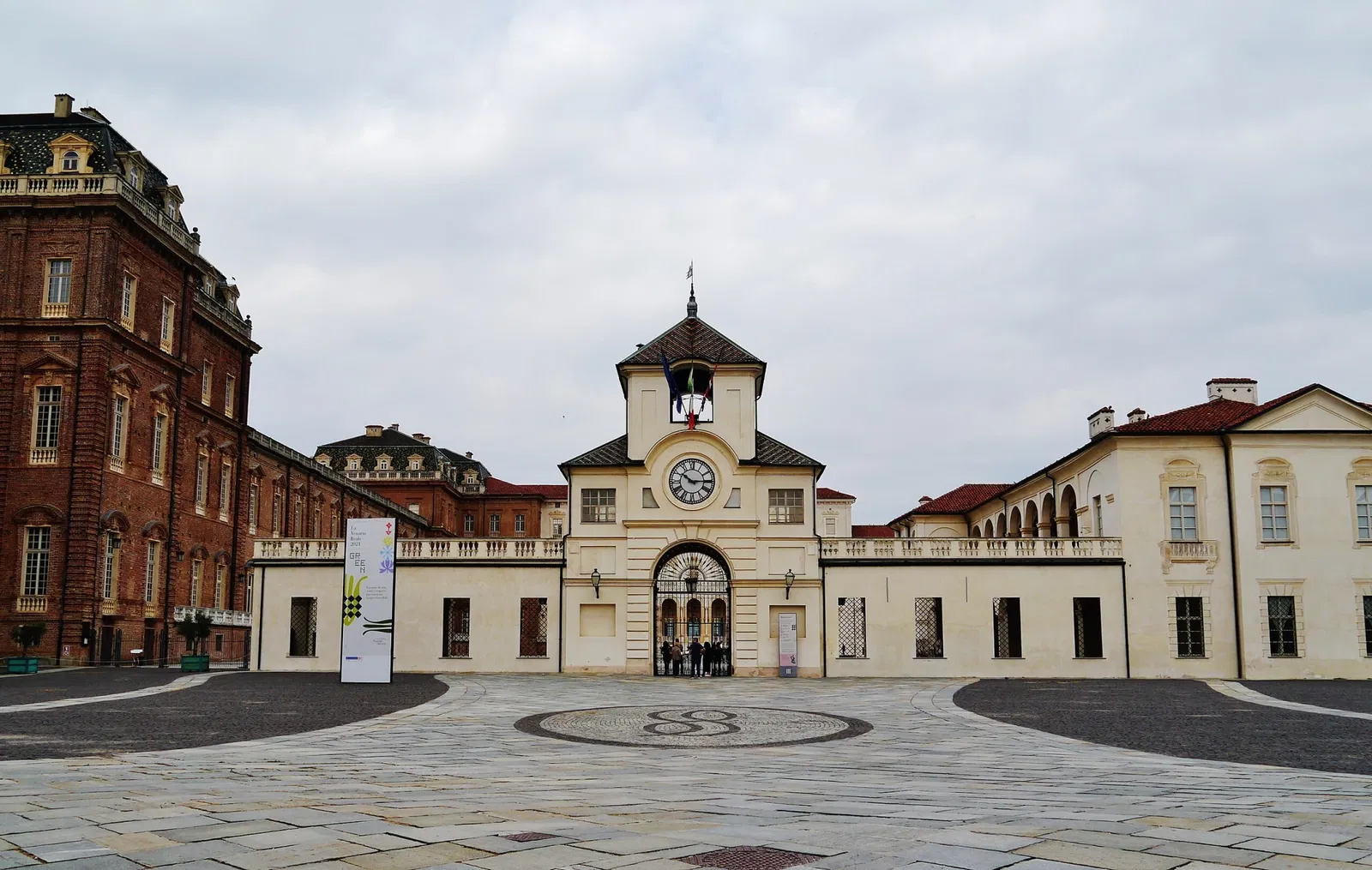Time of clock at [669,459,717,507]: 10:14
